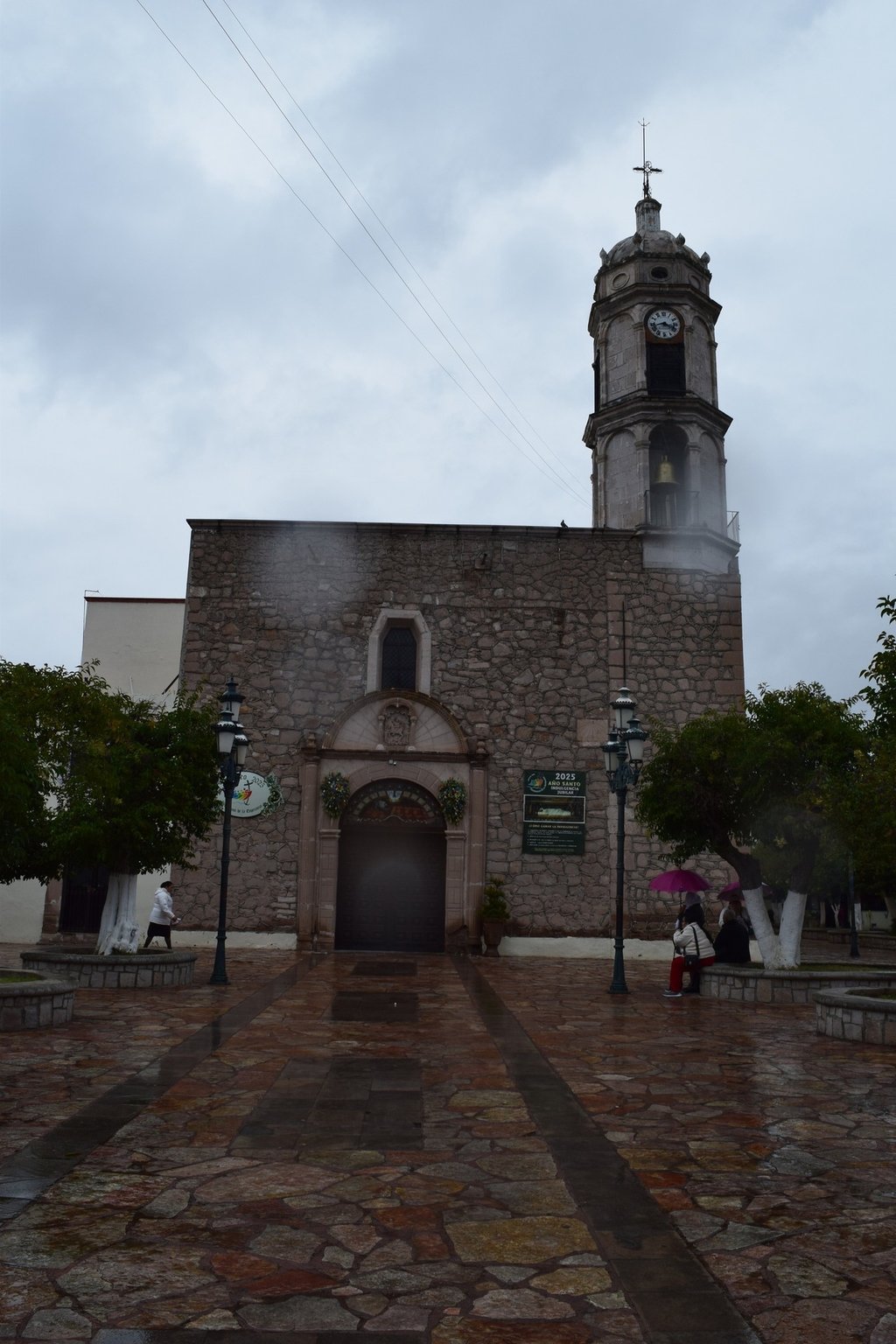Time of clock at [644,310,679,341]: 3:42
